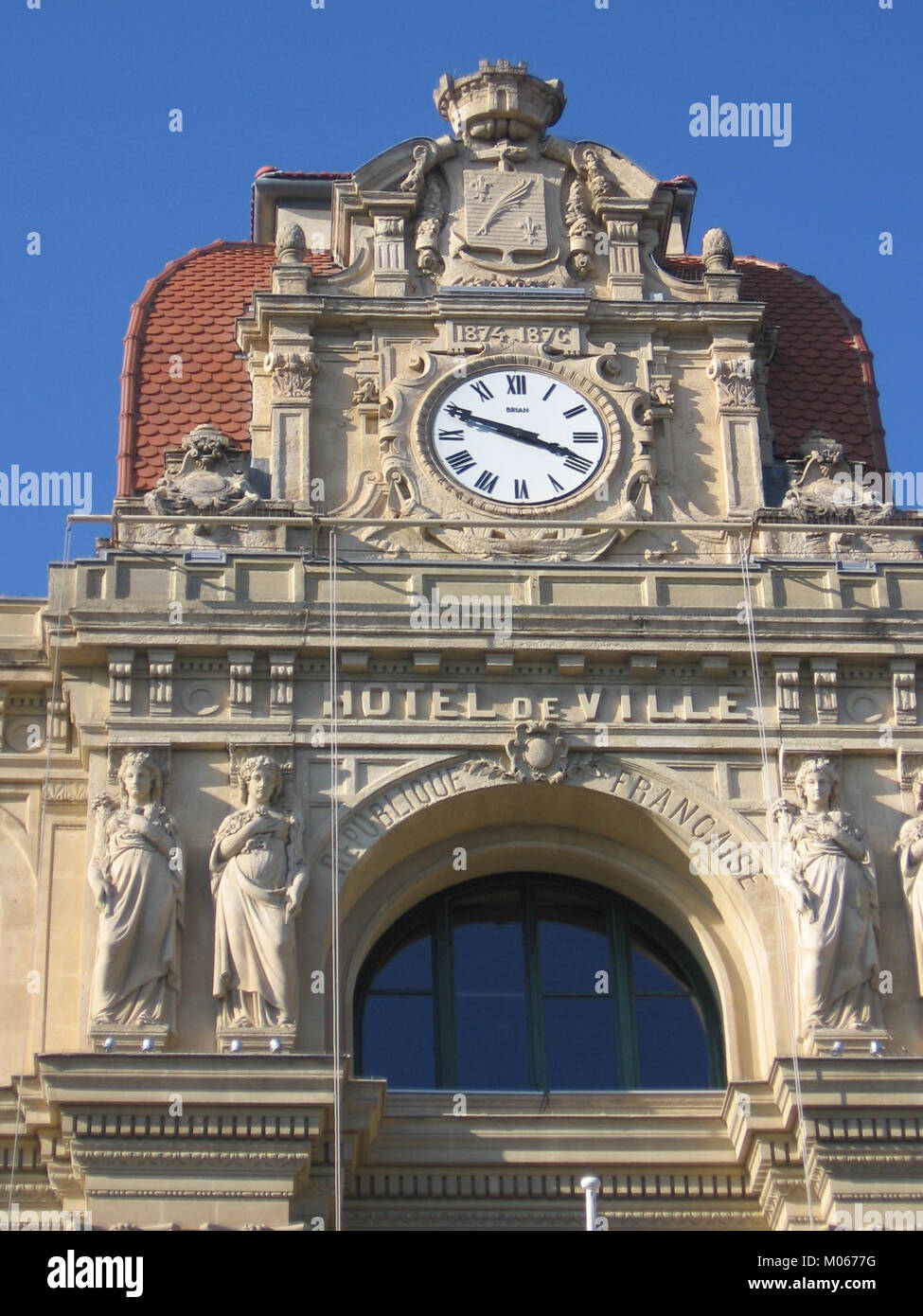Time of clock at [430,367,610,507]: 3:48
